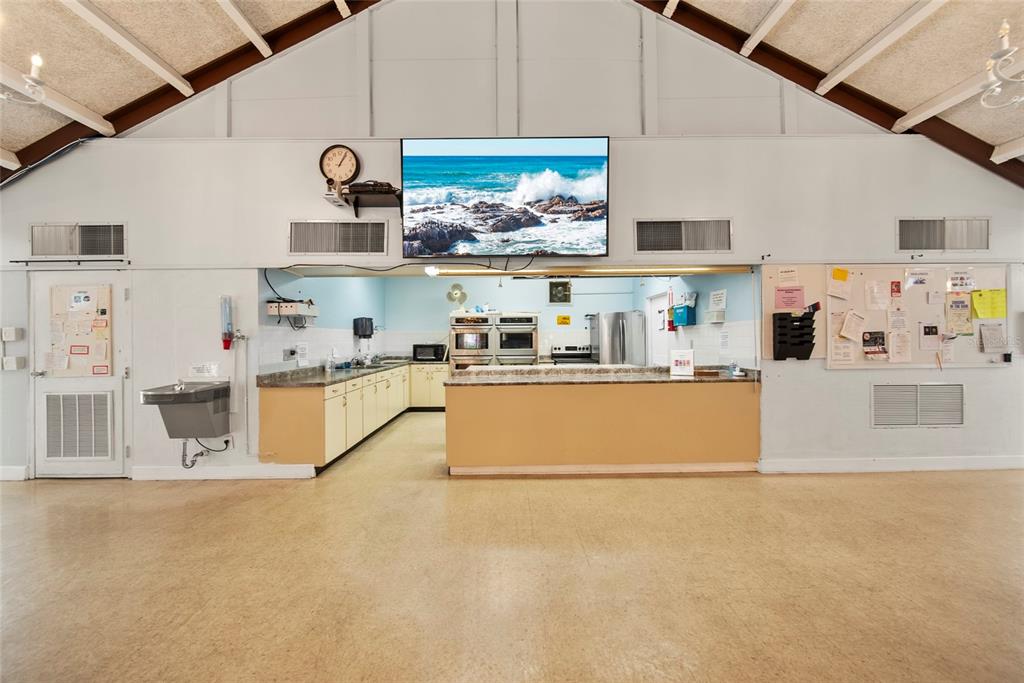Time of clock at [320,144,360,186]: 1:04
